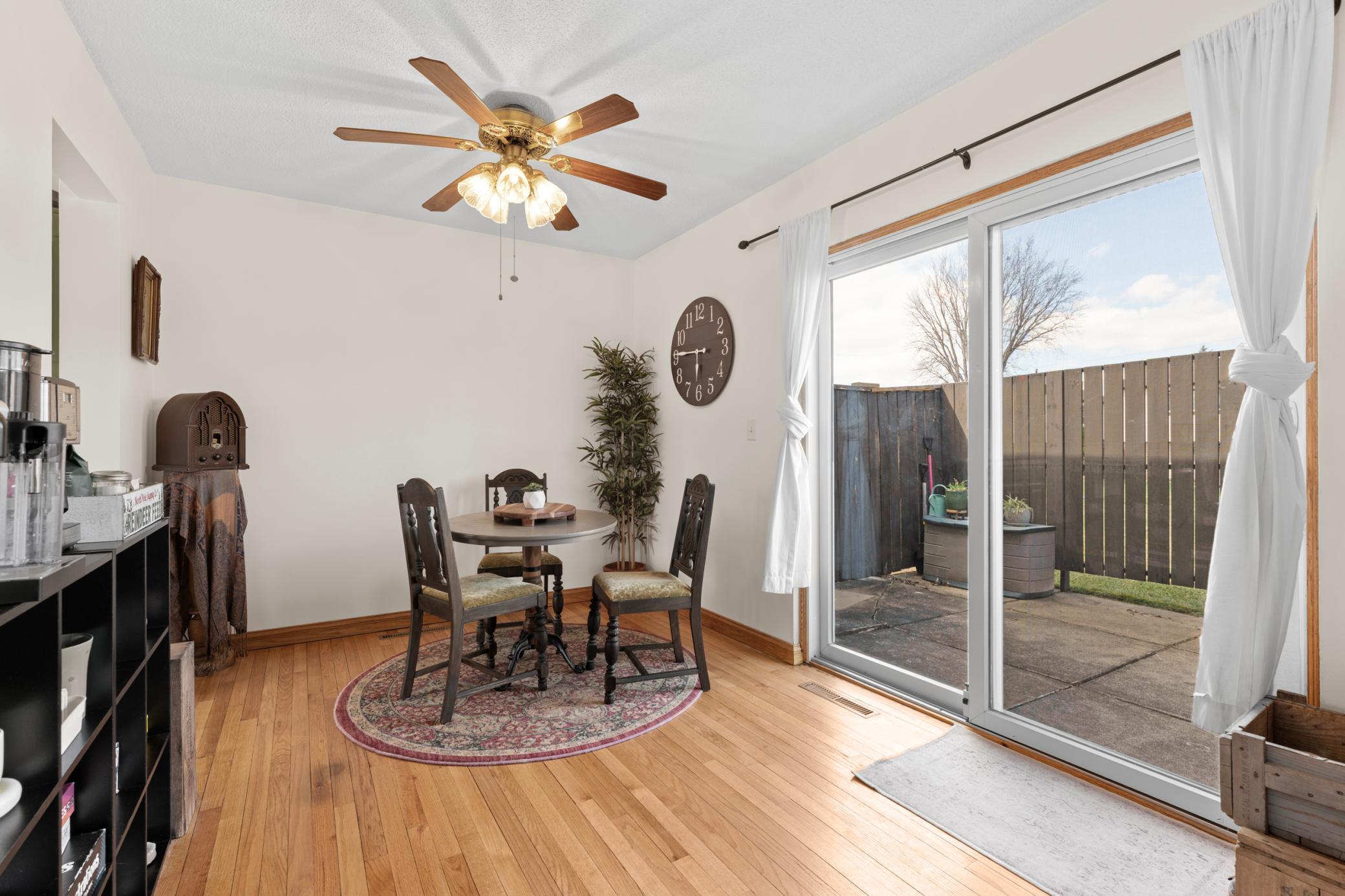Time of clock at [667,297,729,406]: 5:45
